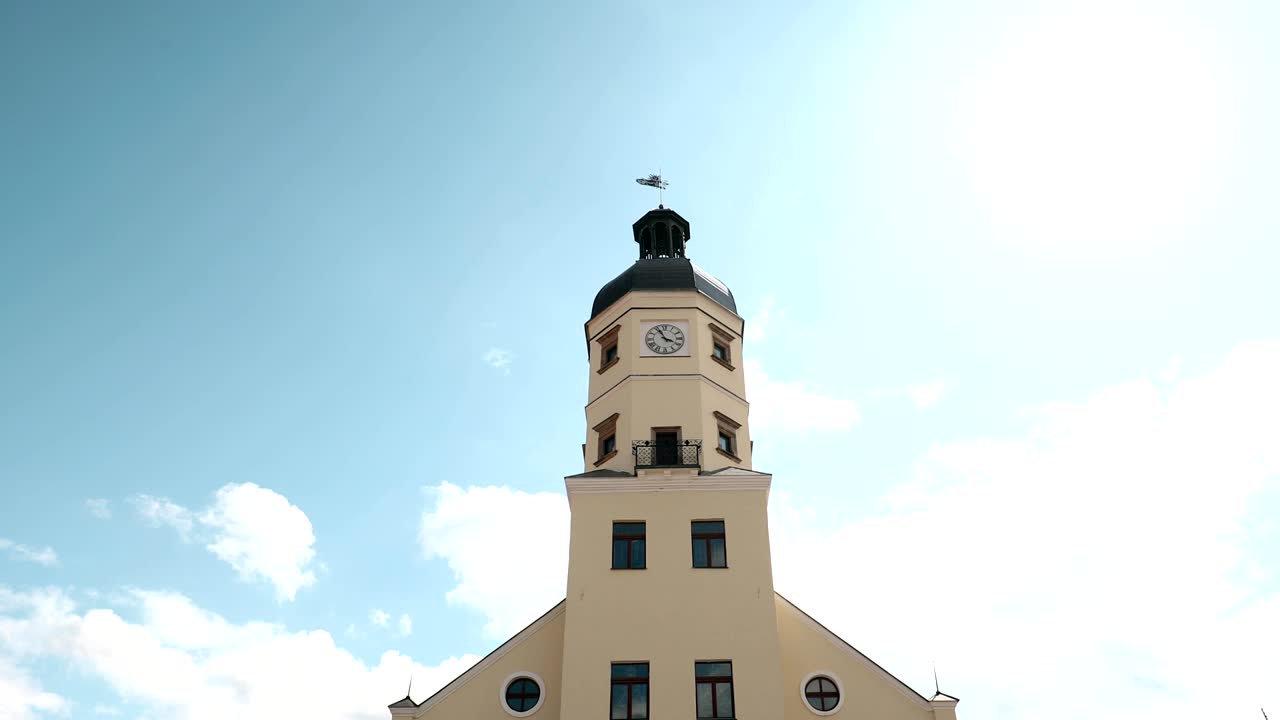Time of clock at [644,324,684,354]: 3:55
